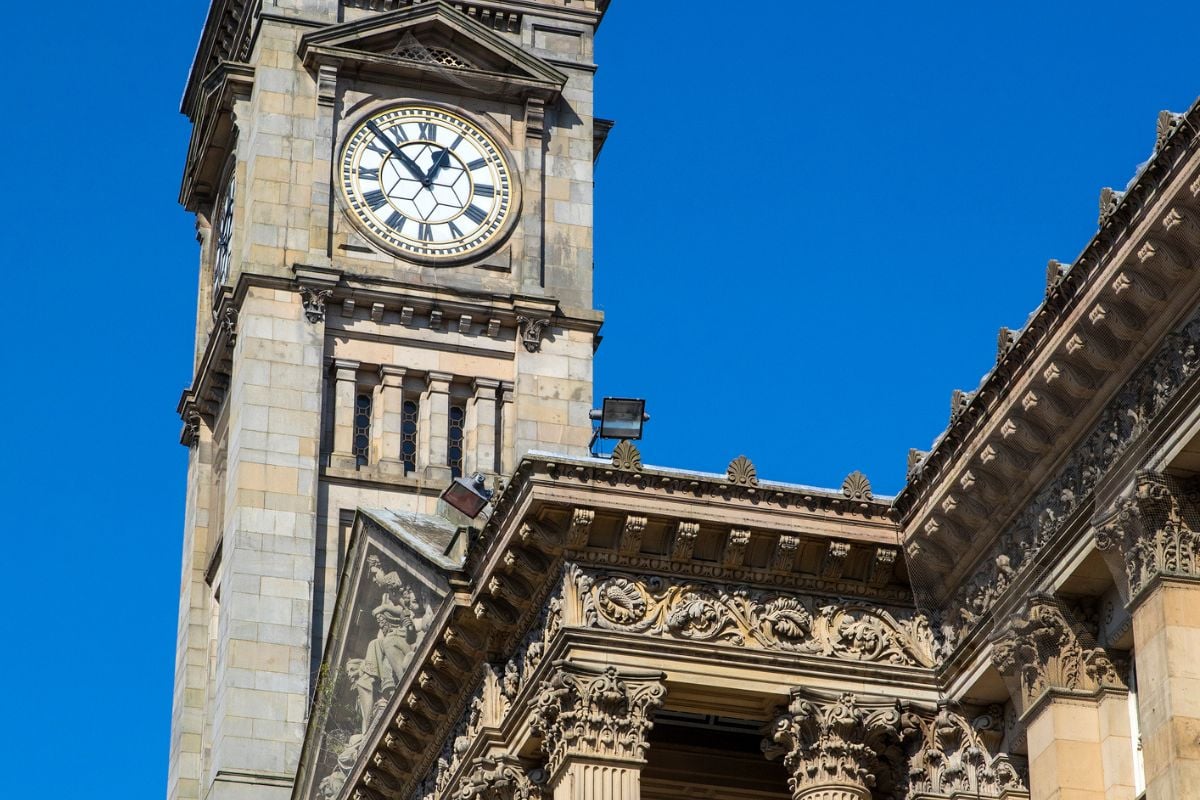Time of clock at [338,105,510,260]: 12:52
